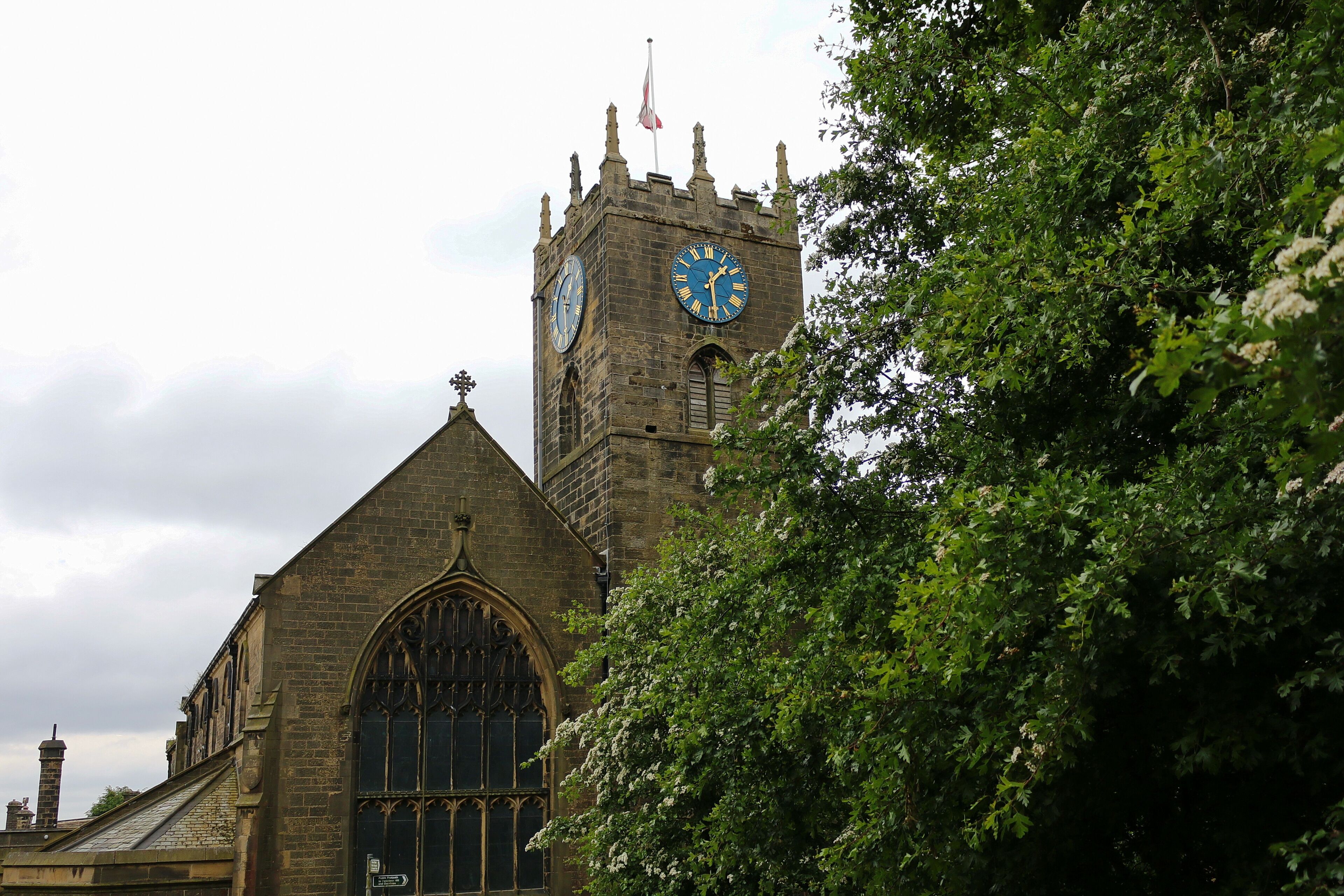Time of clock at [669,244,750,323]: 1:28
